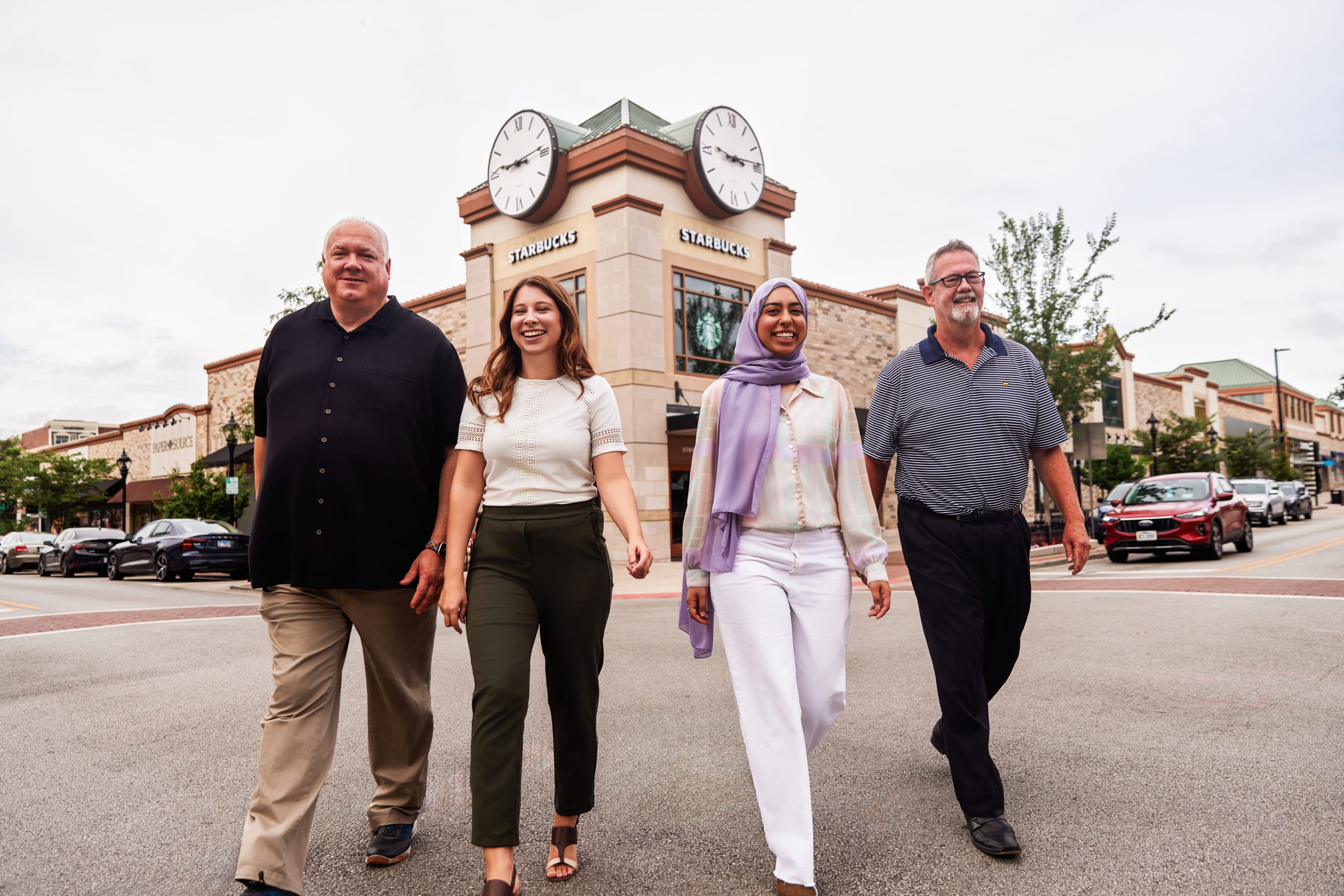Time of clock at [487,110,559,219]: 9:13
